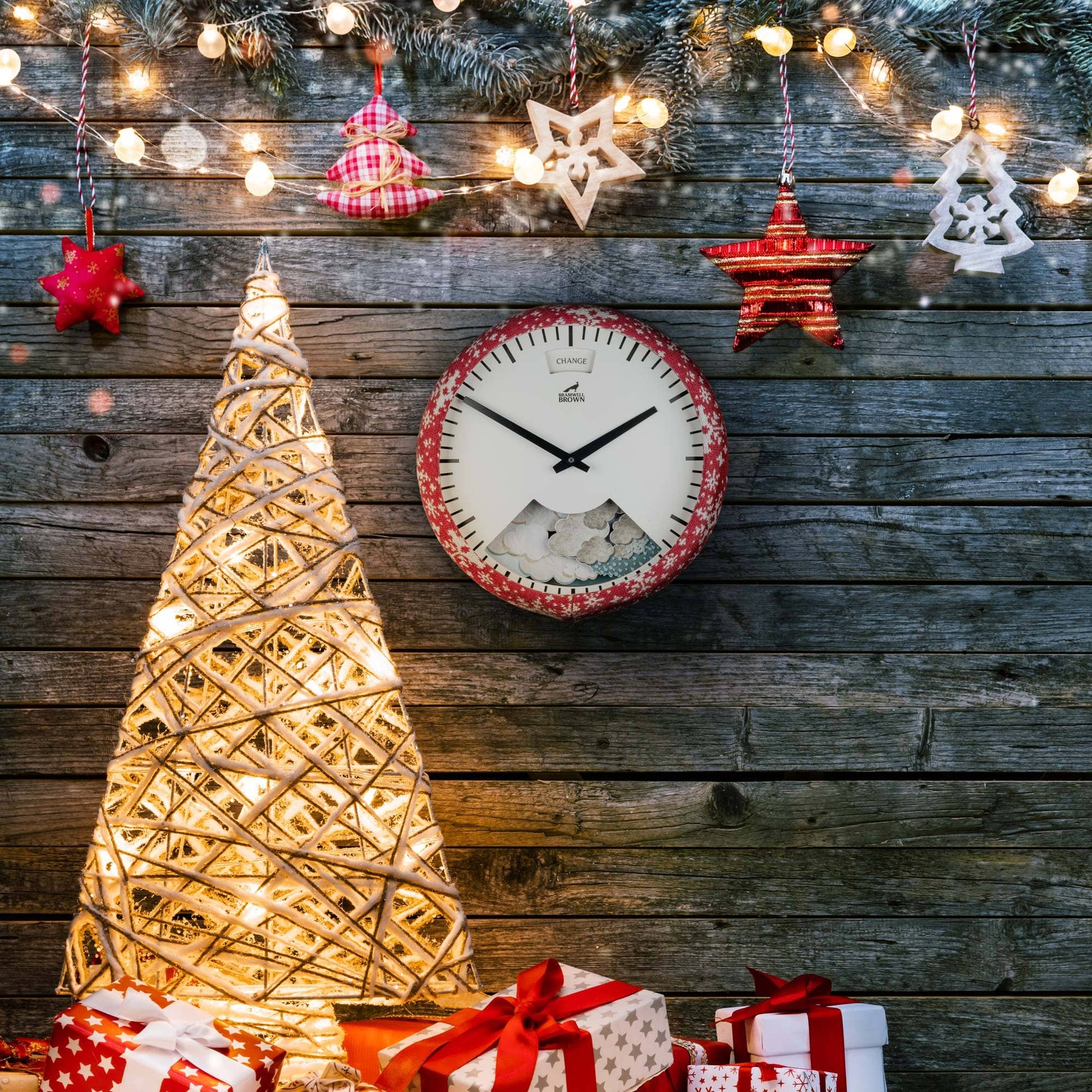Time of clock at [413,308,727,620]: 1:50
